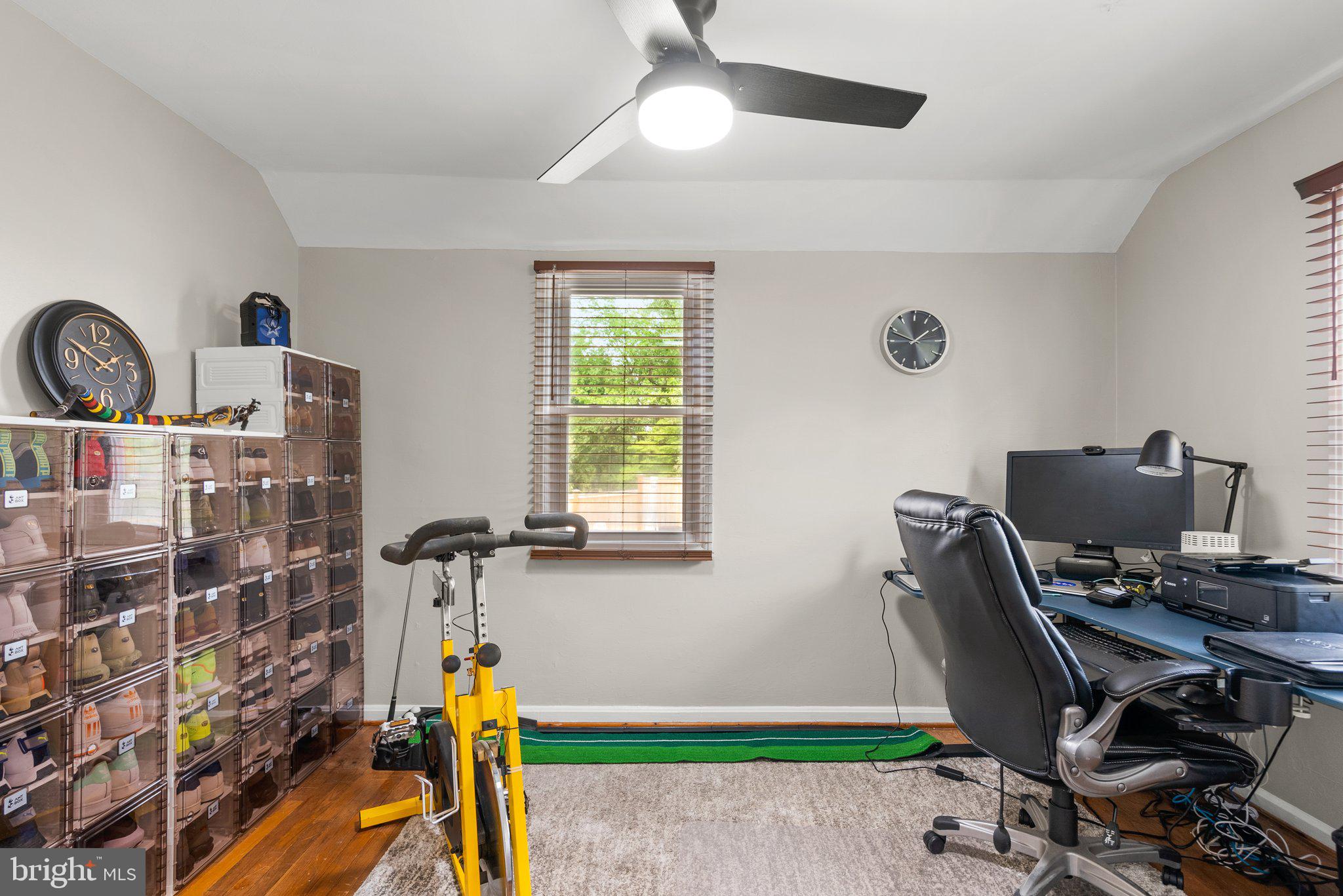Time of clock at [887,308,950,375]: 1:48
